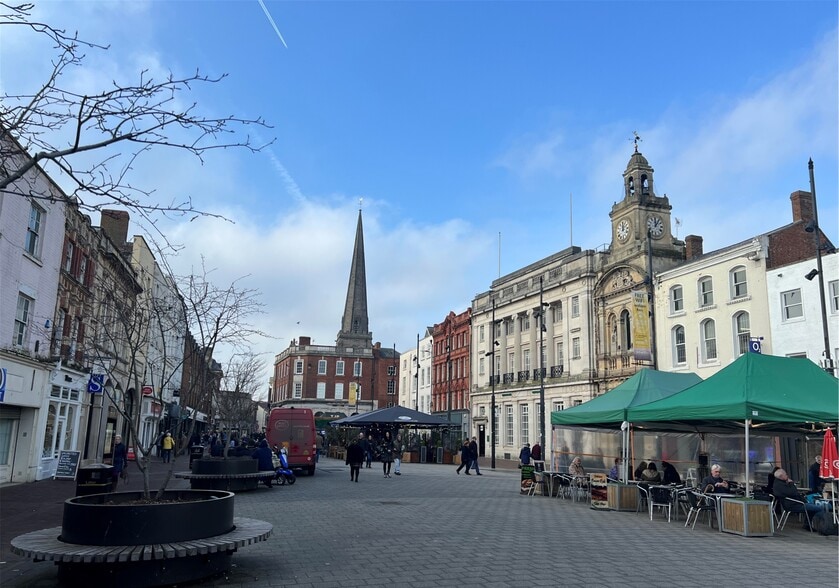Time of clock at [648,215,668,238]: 12:06
